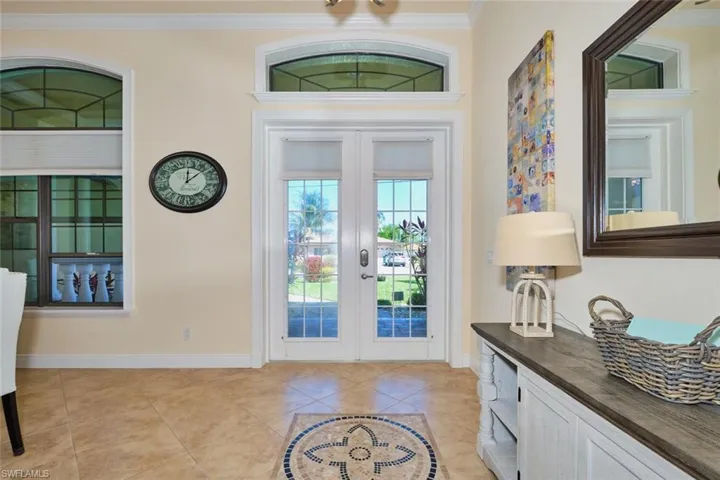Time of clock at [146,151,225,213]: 12:07
